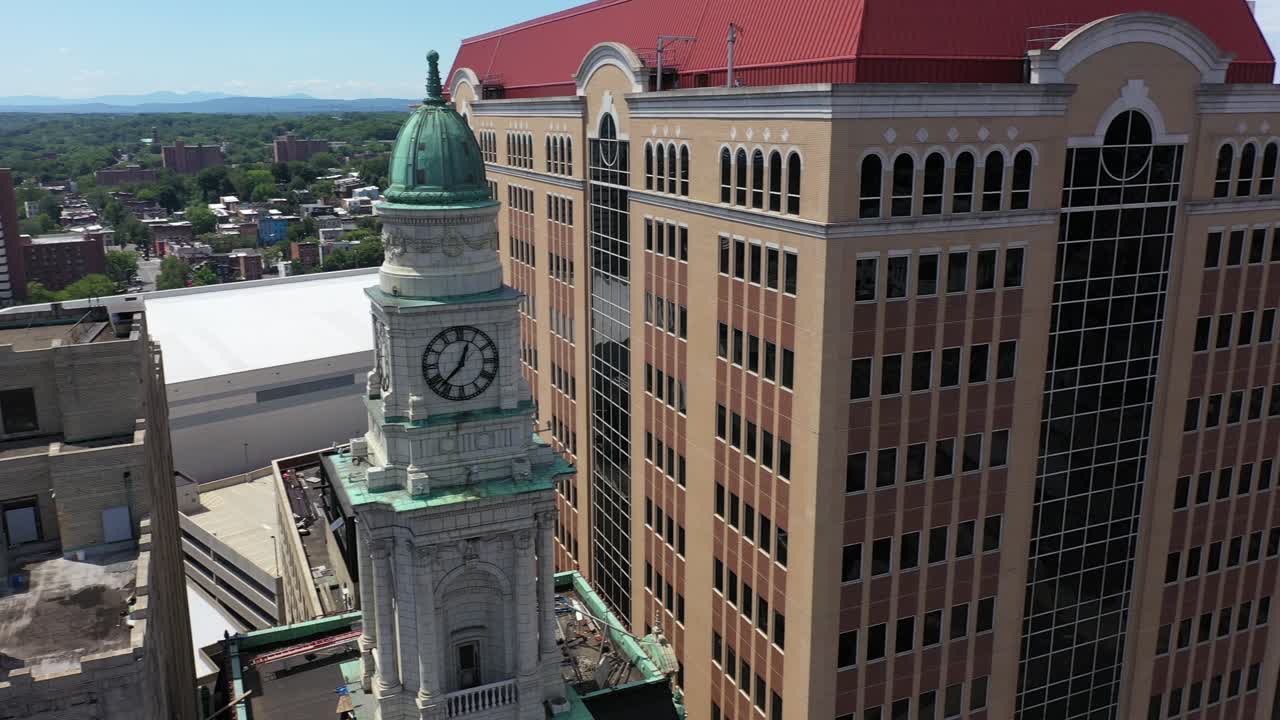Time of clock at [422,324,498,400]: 12:37
